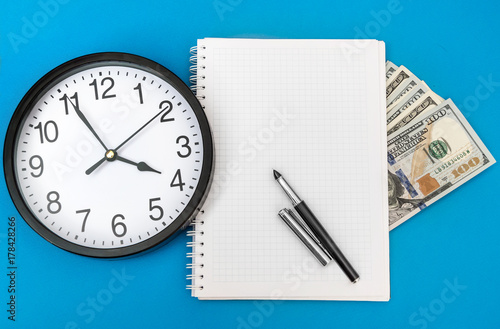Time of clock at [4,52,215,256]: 3:55
